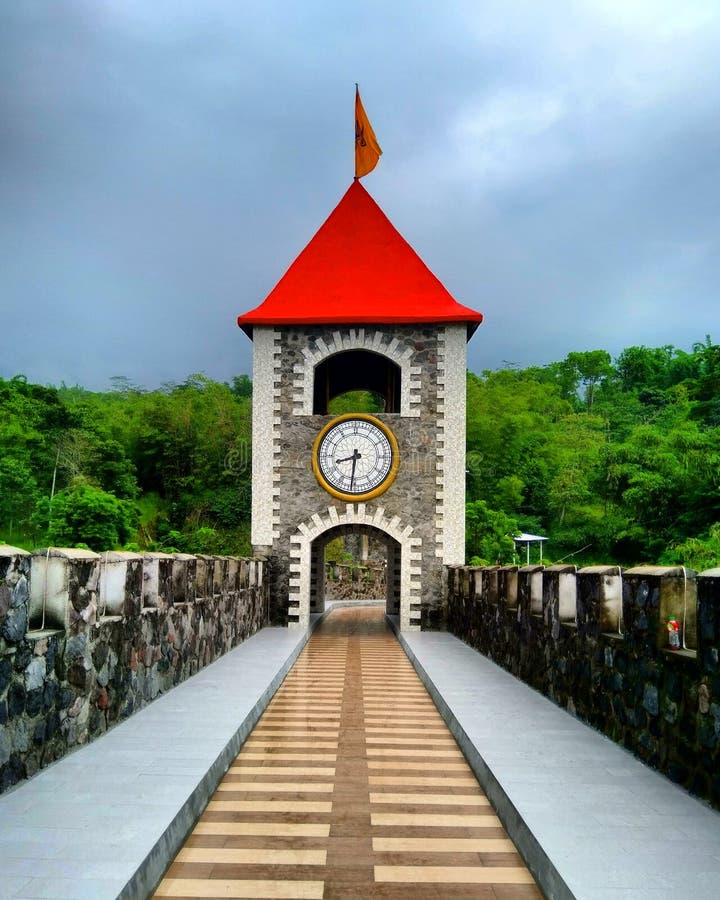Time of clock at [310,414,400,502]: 8:31
